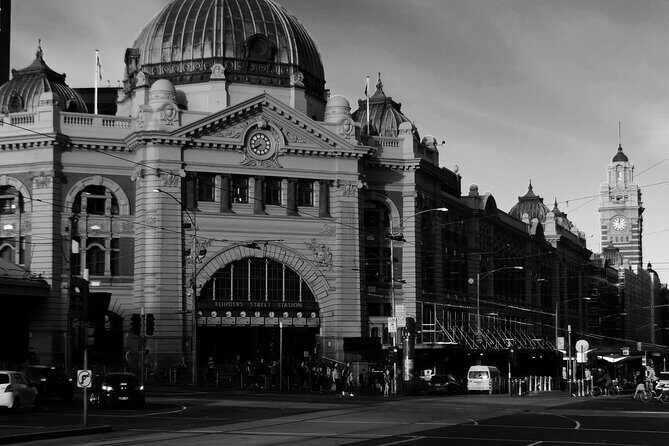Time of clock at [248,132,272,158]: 7:40
